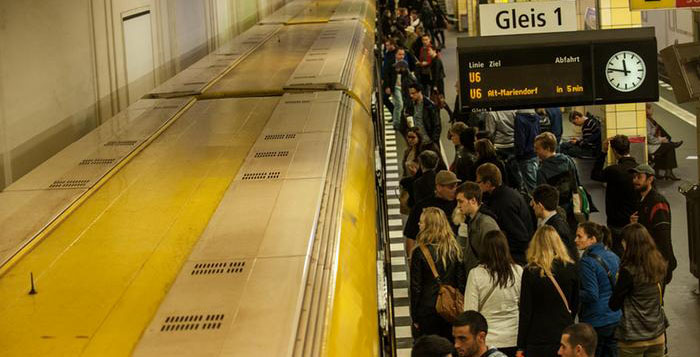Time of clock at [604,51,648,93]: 11:46
